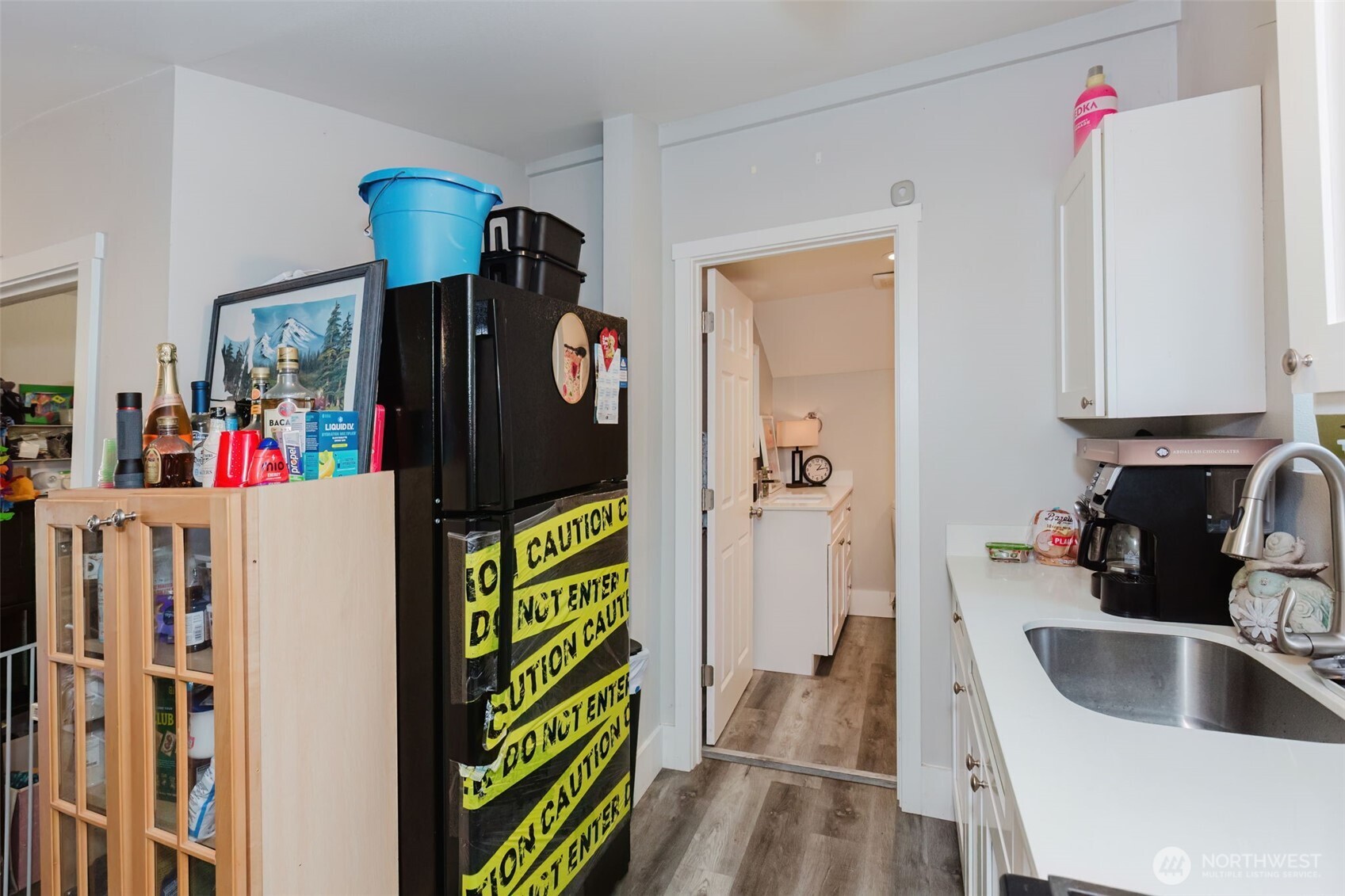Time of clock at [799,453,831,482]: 1:13
